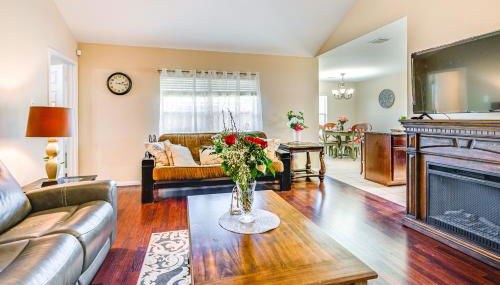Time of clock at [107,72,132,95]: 2:16
